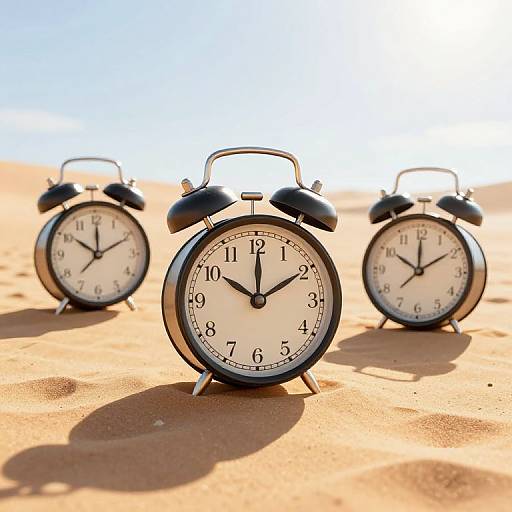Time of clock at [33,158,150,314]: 10:10
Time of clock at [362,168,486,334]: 10:09
